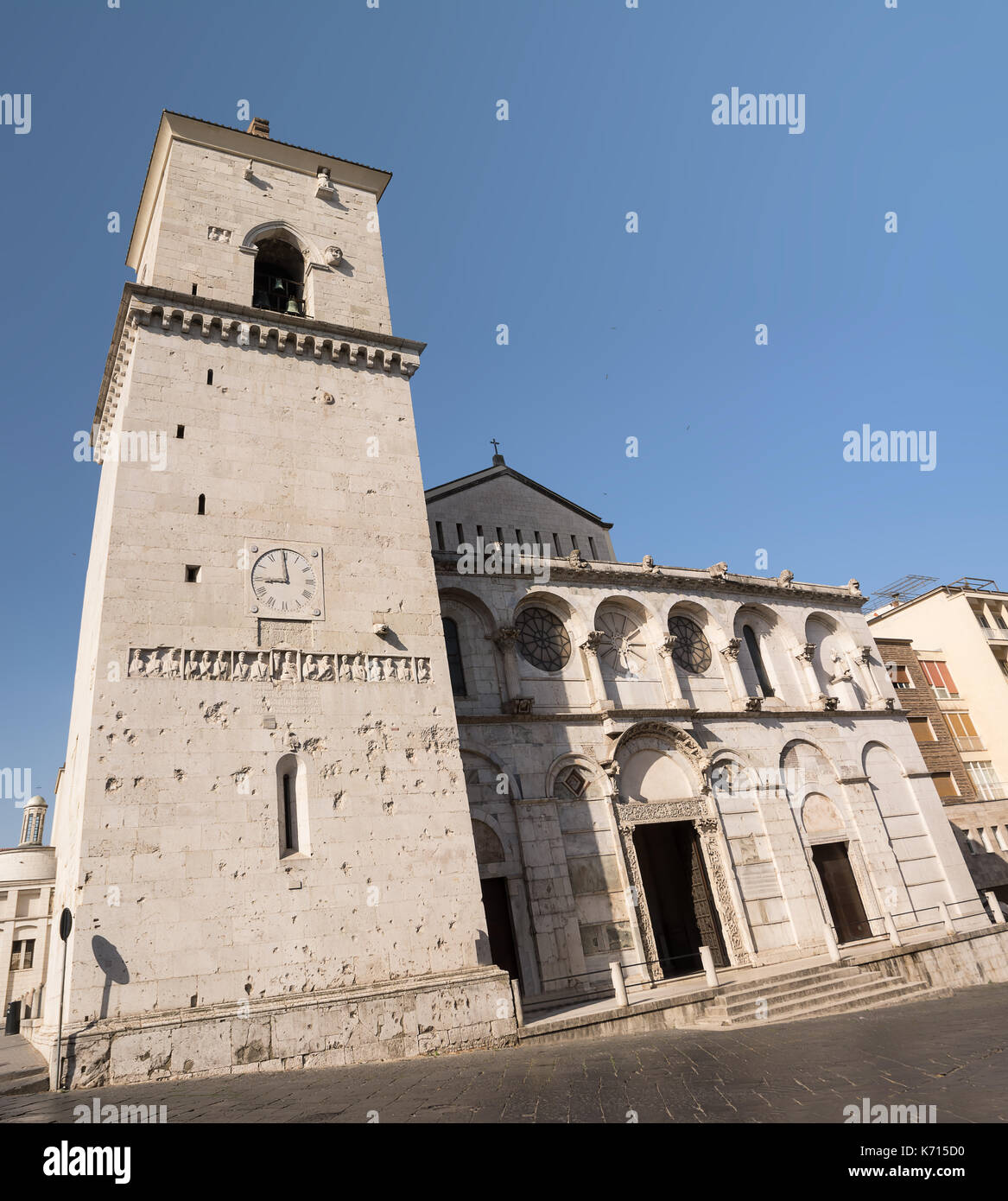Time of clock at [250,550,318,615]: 8:59
